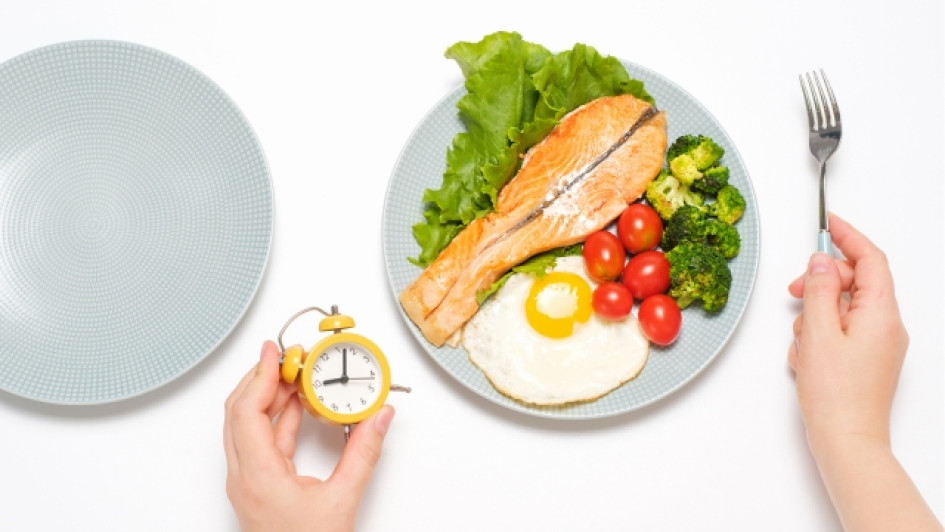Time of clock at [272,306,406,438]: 9:01
